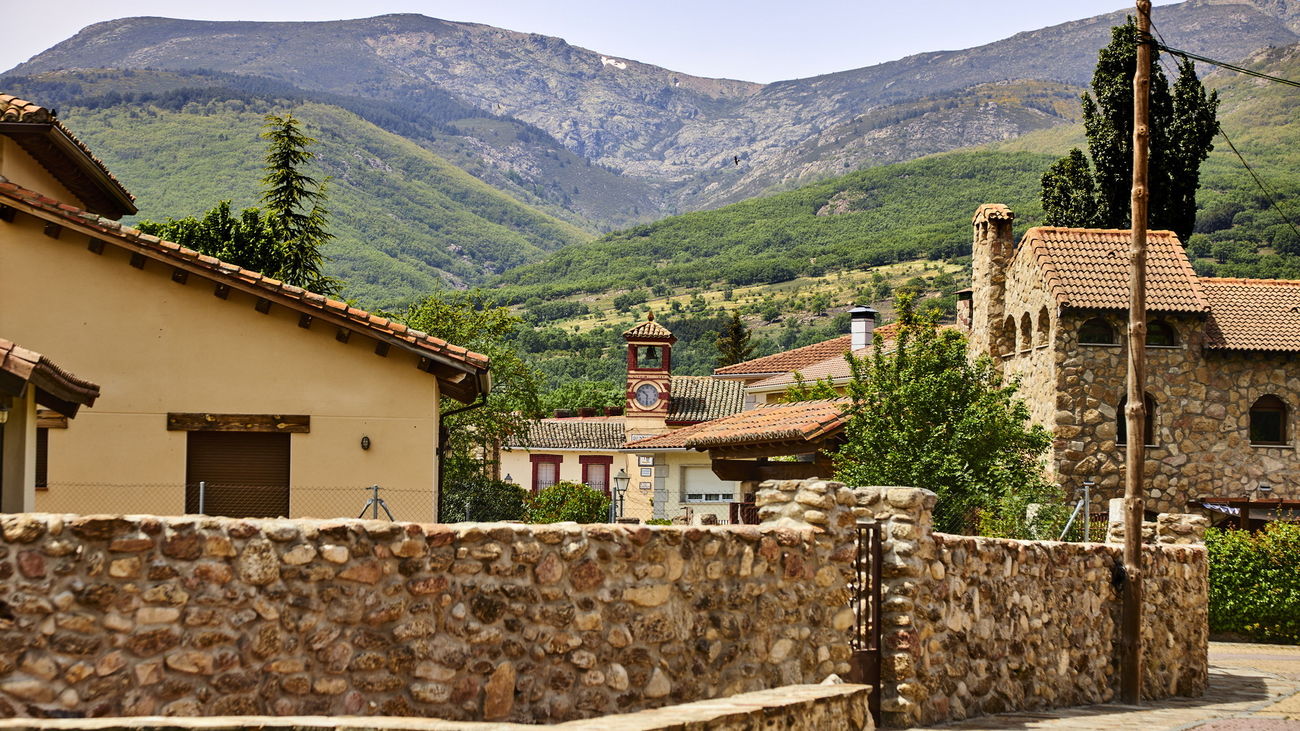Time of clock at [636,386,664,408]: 10:30
